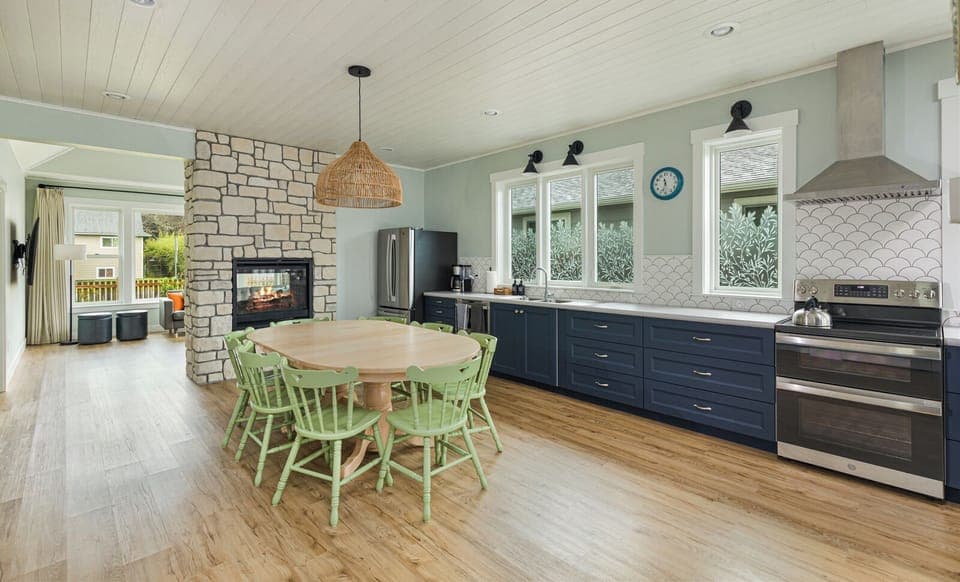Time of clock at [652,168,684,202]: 11:32
